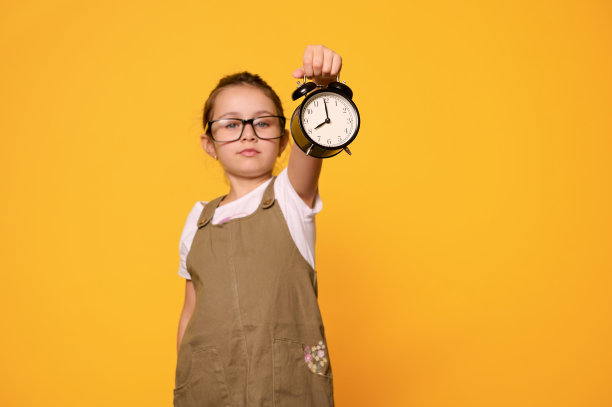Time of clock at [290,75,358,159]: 7:59
